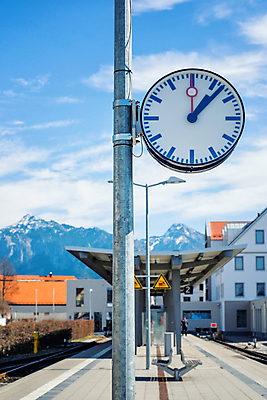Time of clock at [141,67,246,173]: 1:07
